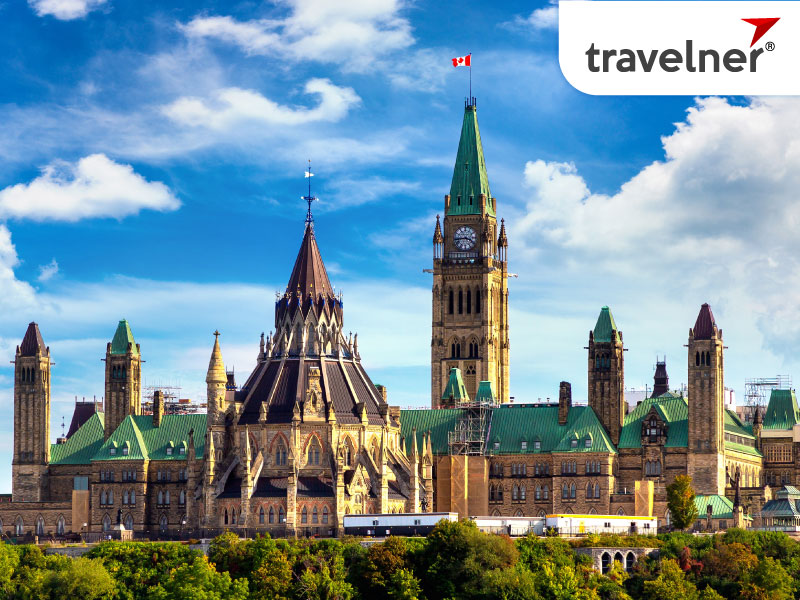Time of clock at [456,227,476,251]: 3:43
